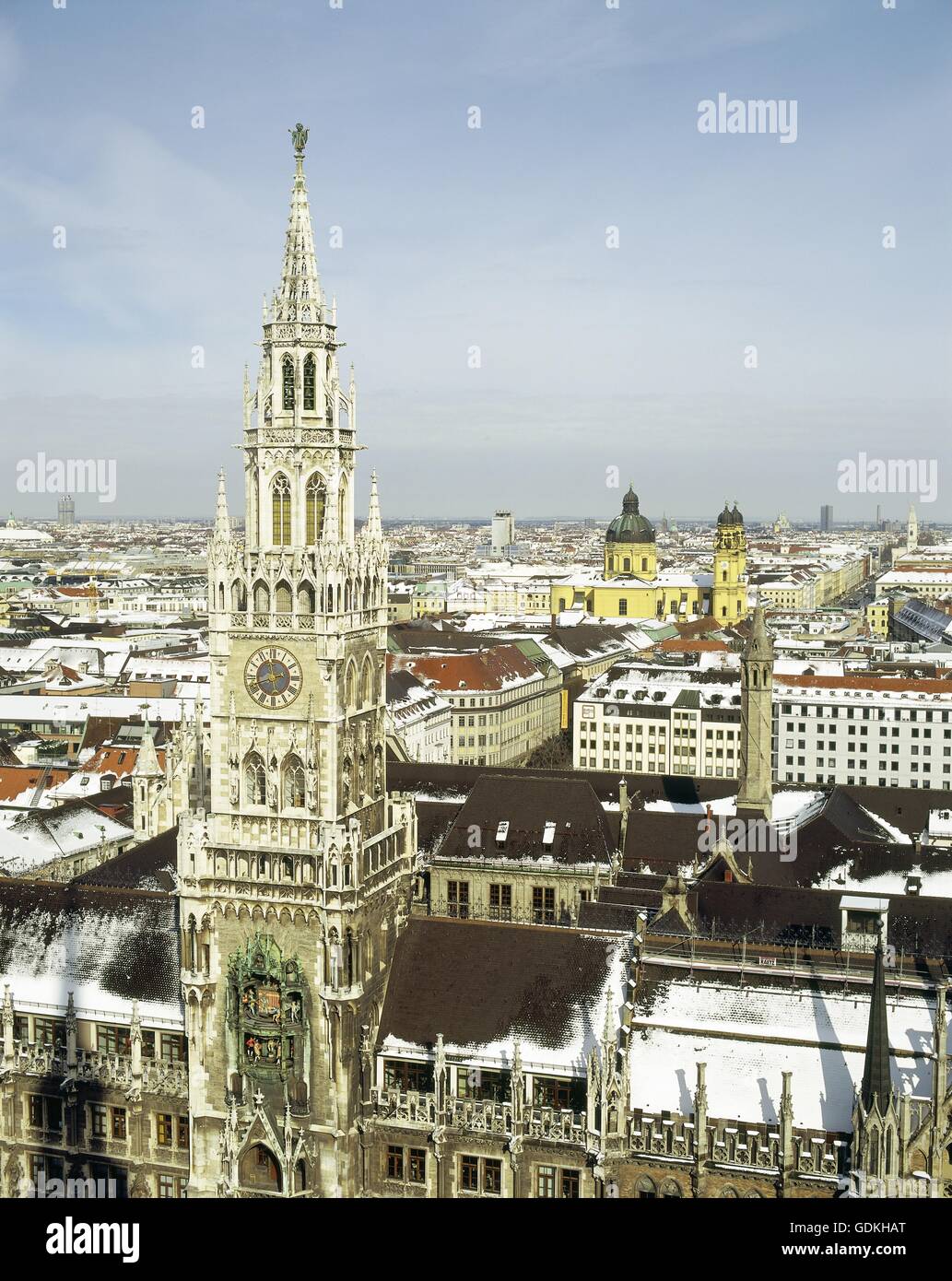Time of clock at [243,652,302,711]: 11:42
